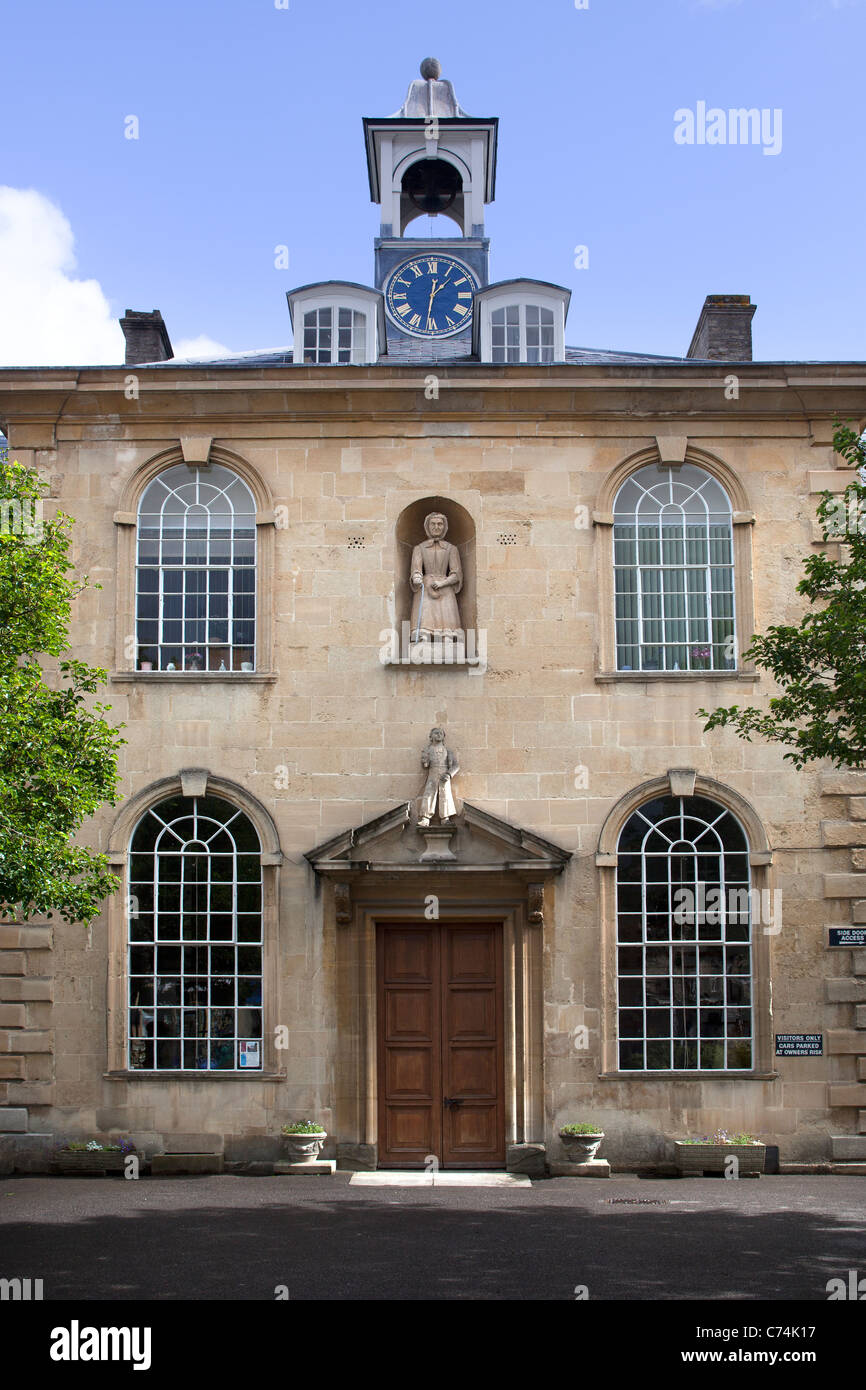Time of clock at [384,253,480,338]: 1:31
